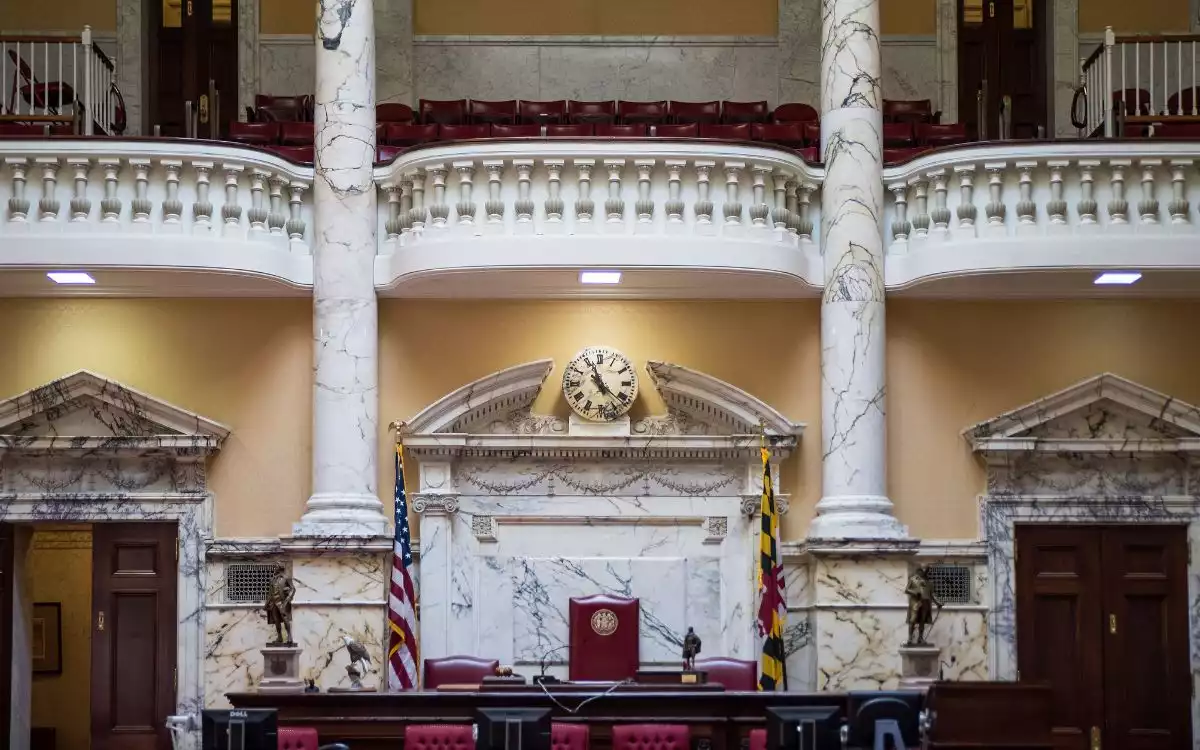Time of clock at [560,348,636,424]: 11:21
